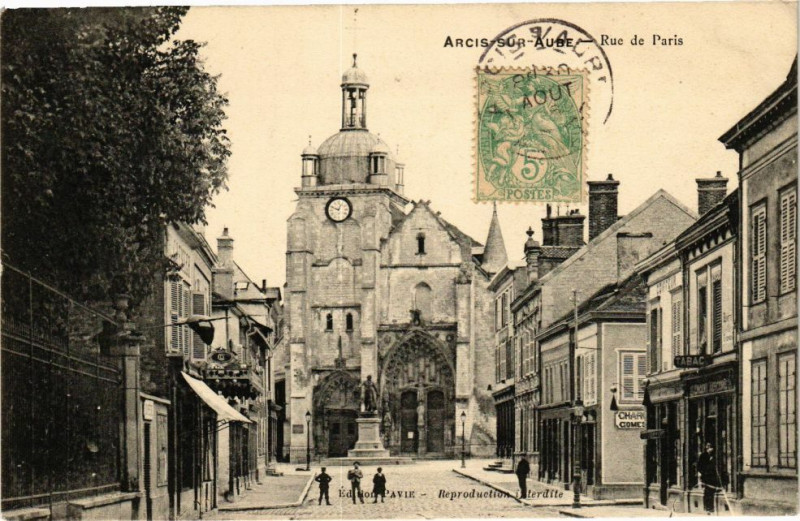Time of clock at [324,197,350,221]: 12:48
